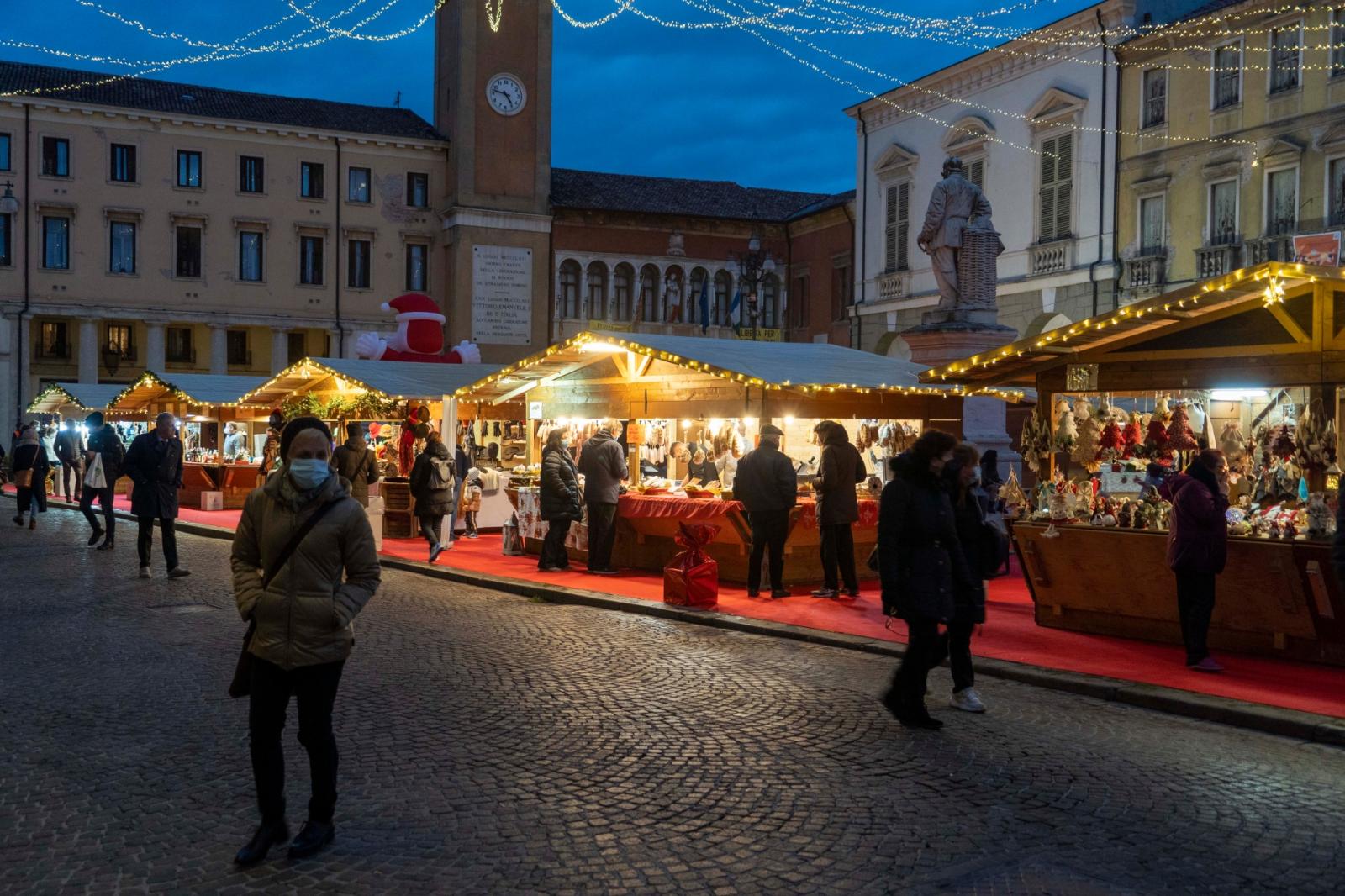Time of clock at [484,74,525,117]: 4:47
